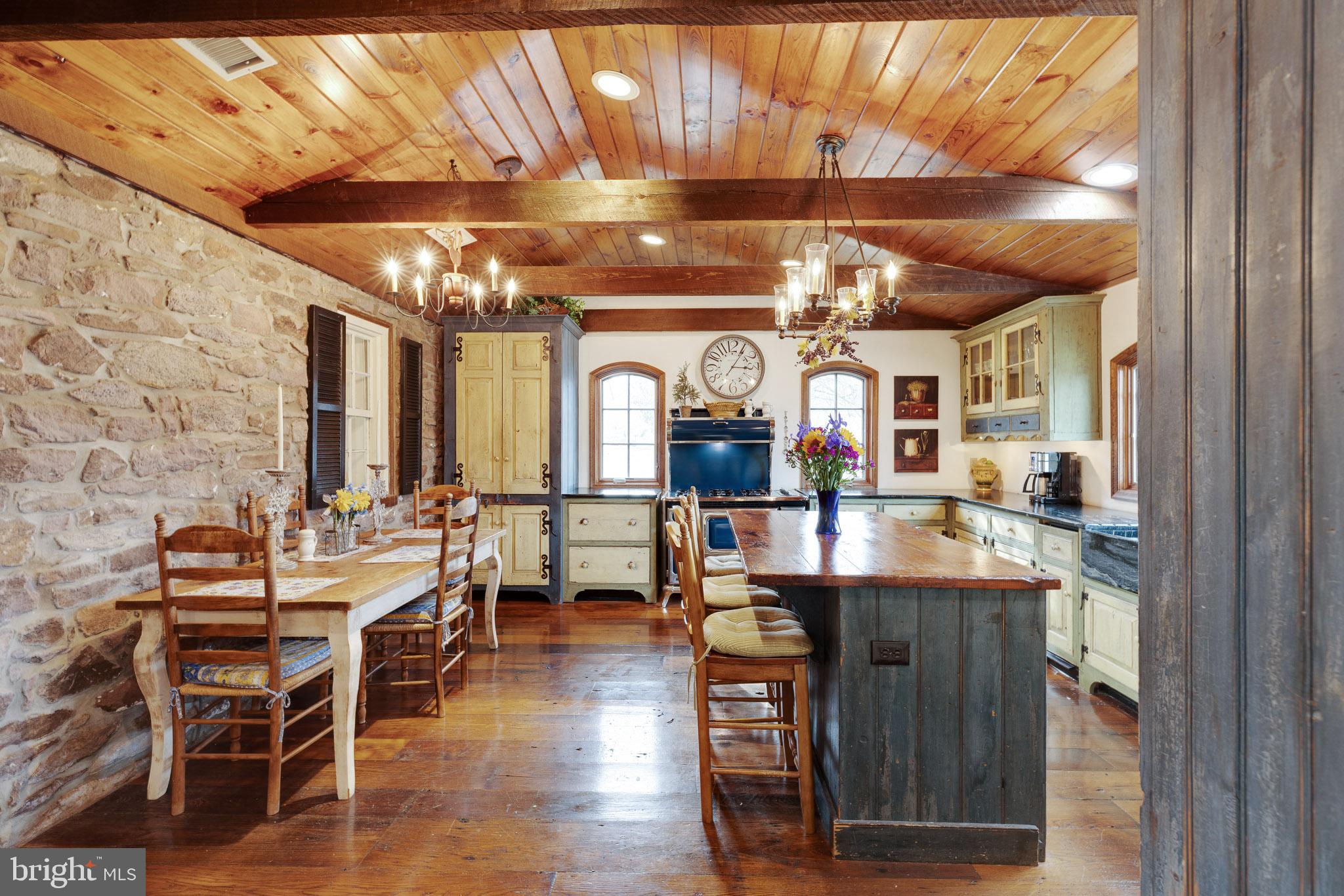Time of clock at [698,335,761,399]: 3:05
